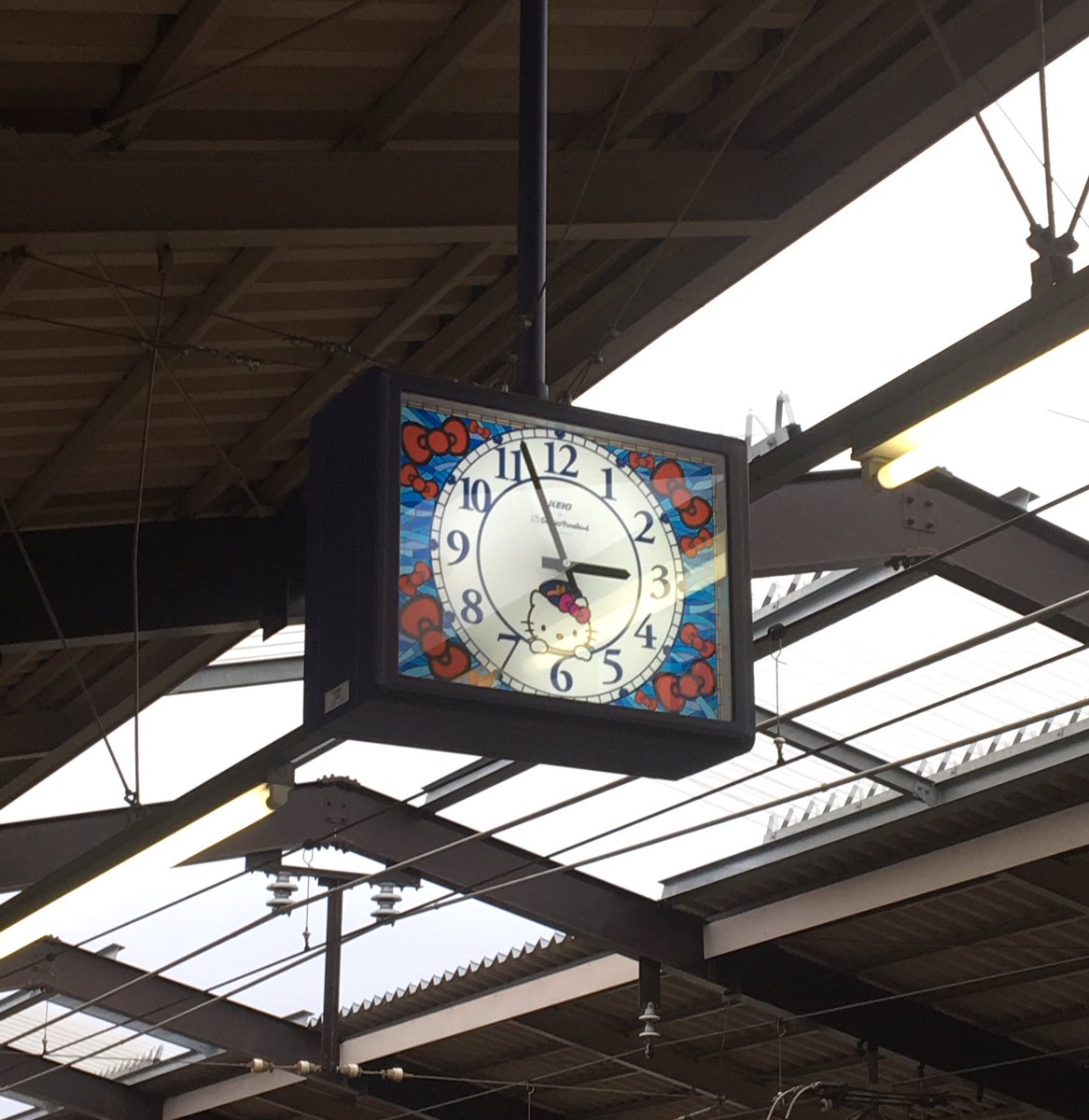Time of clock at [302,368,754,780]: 2:57
